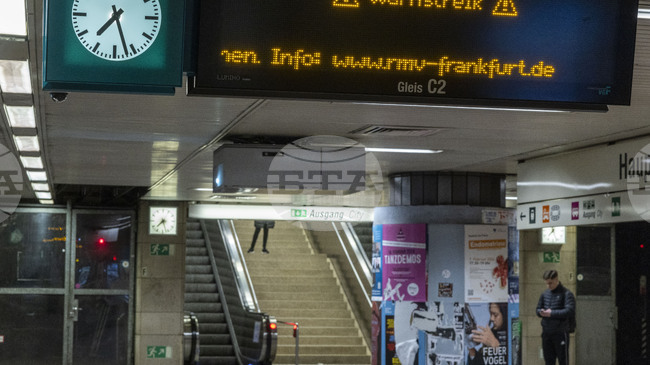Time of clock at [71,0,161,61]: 7:27
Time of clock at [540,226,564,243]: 7:26
